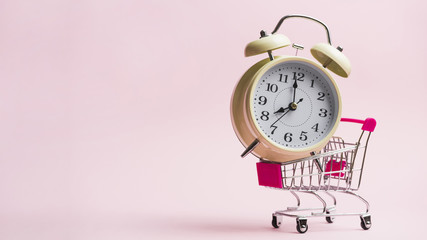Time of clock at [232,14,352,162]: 7:59
